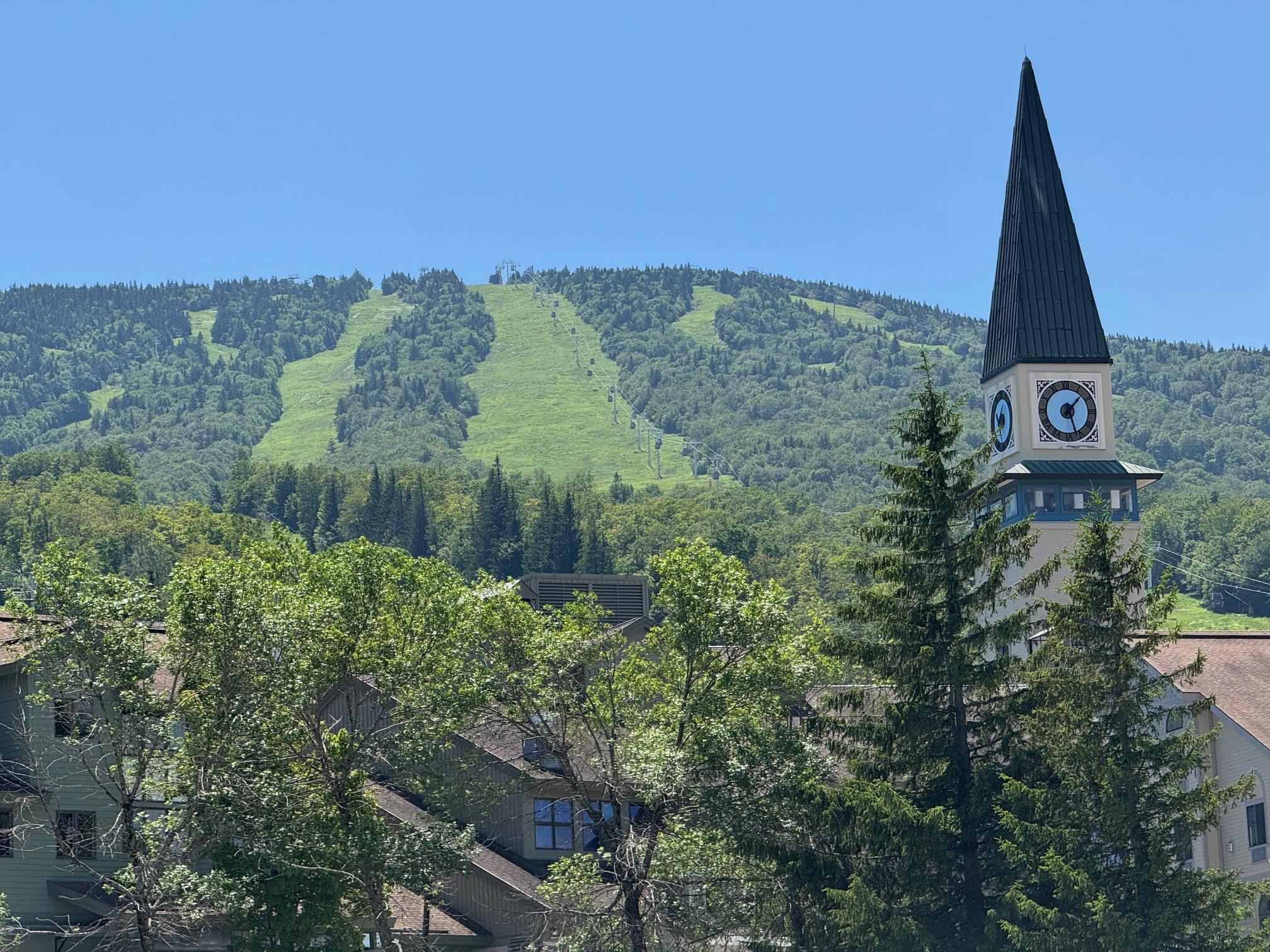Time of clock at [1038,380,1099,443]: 1:26
